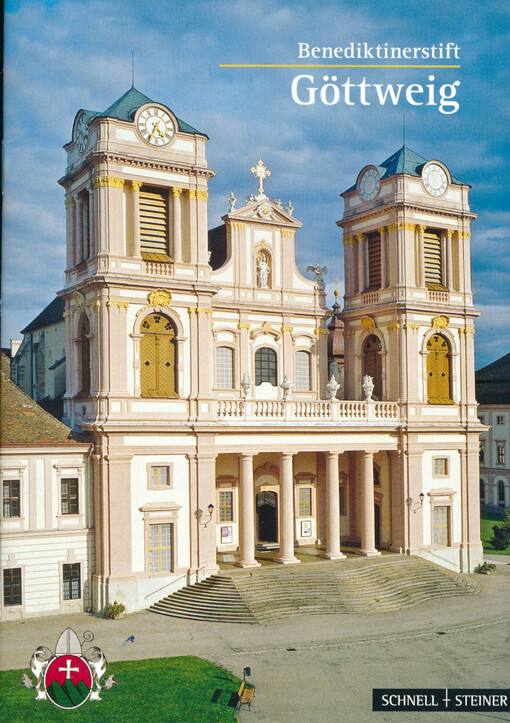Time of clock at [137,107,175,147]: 4:34
